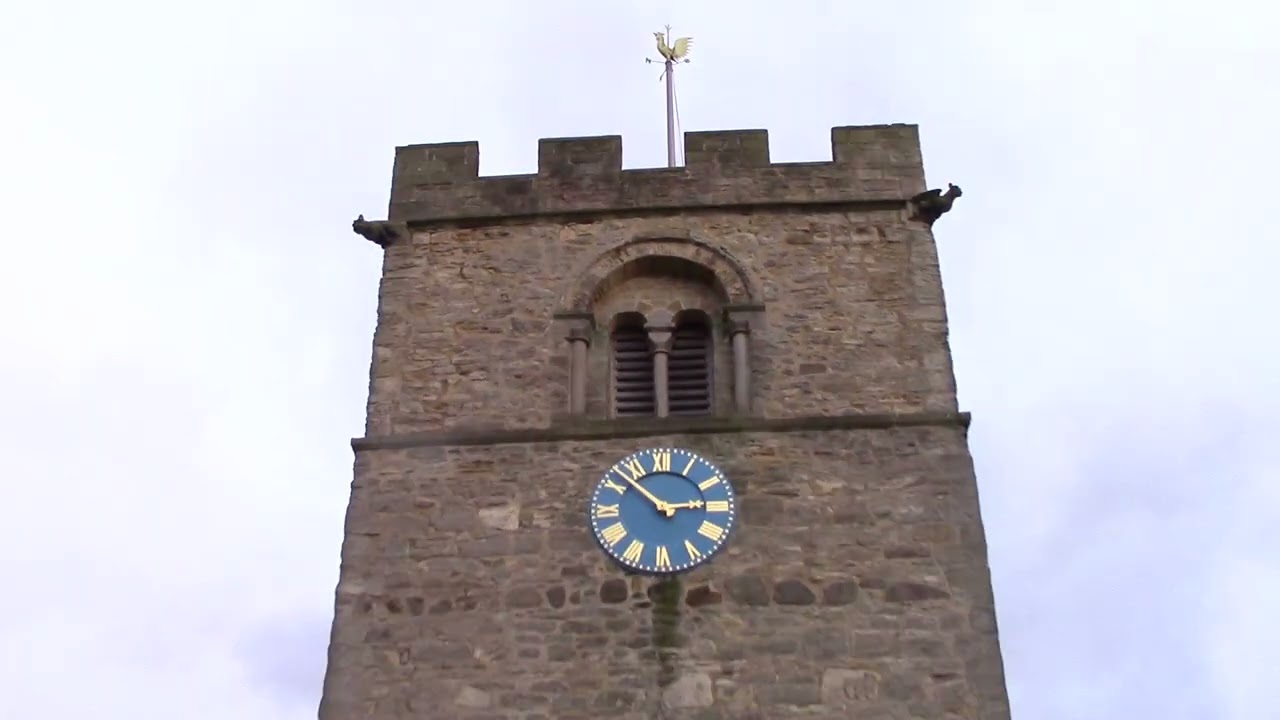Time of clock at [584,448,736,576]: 2:52
